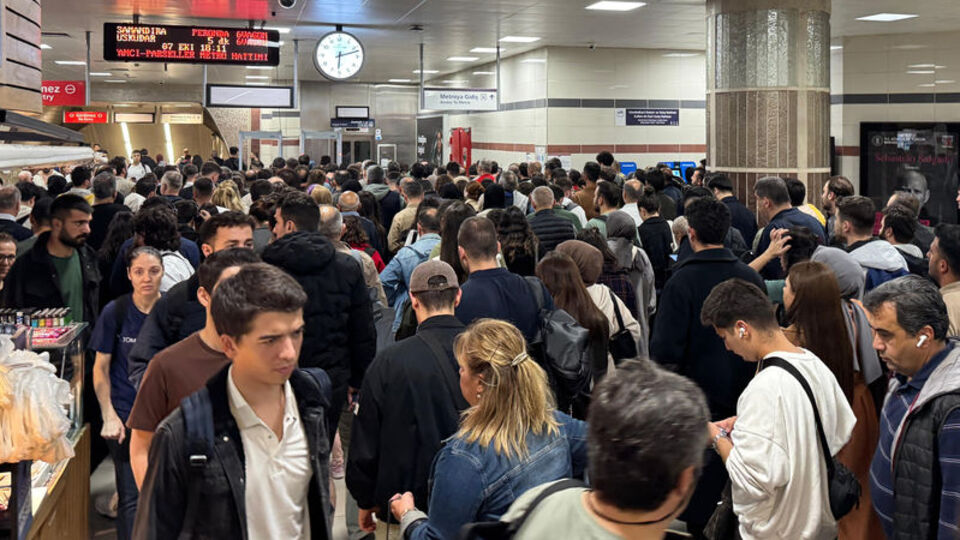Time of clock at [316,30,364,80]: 6:12
